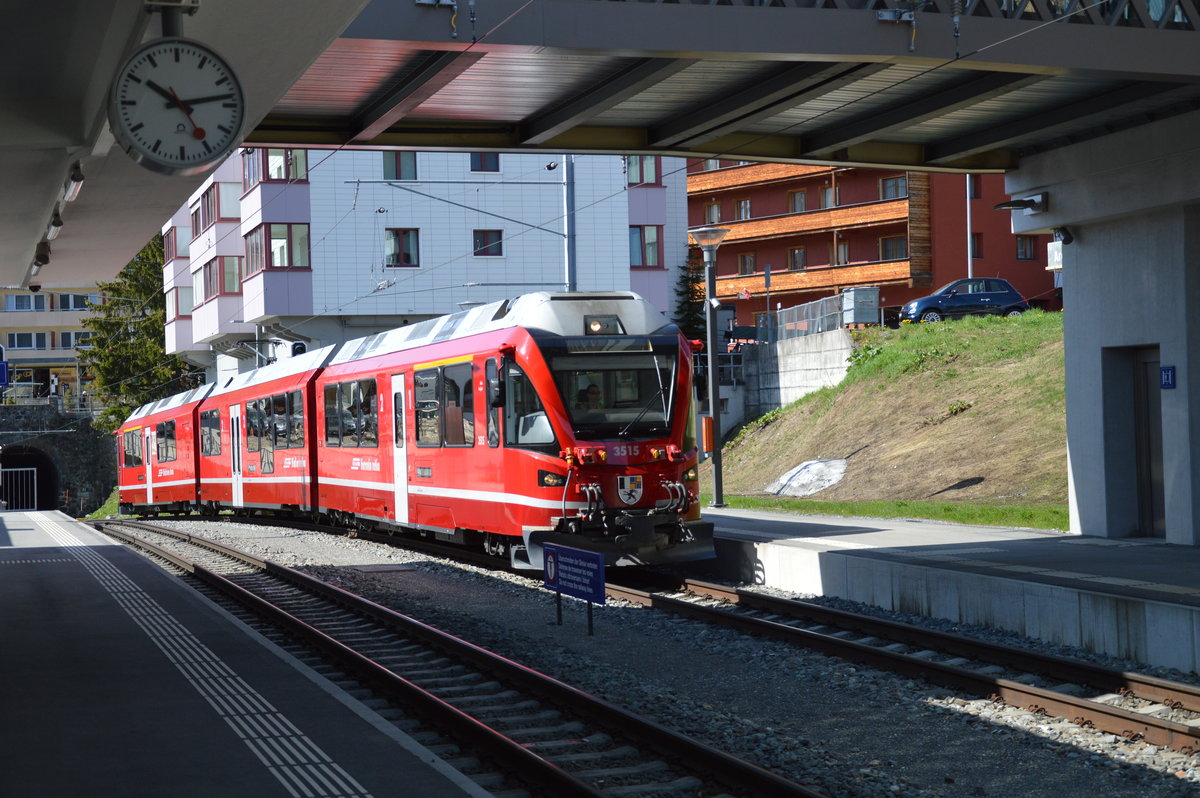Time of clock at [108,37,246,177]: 10:13
